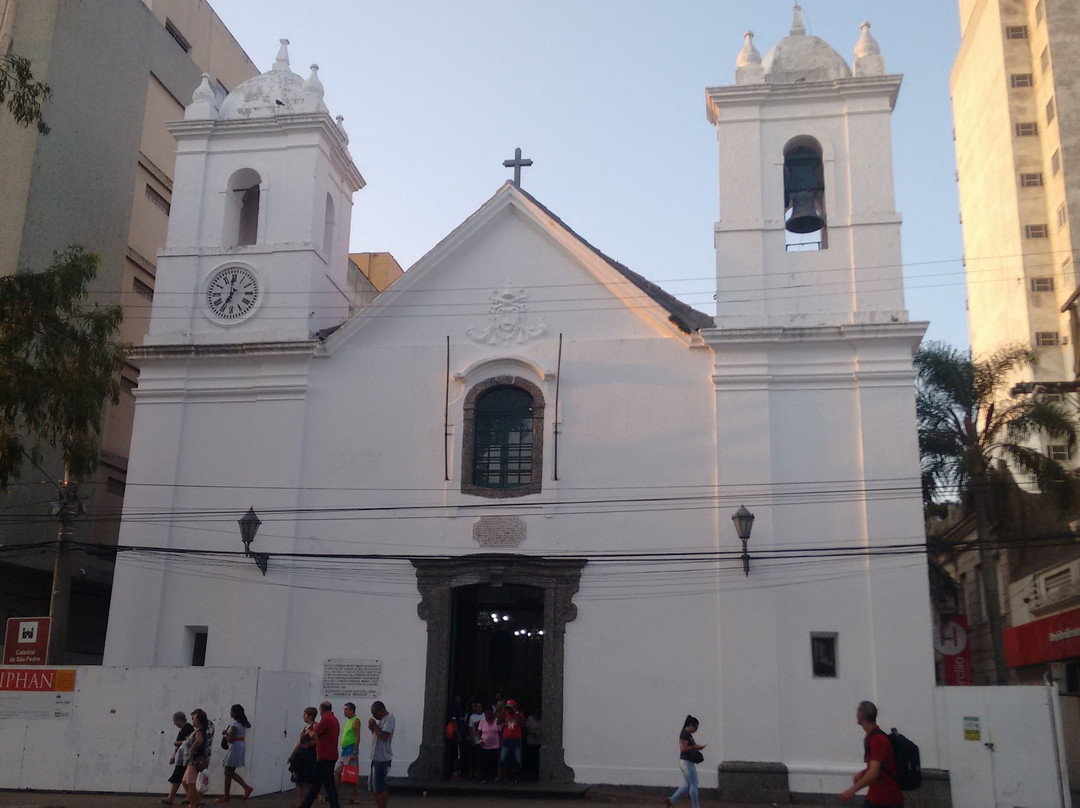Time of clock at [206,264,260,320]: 6:59
